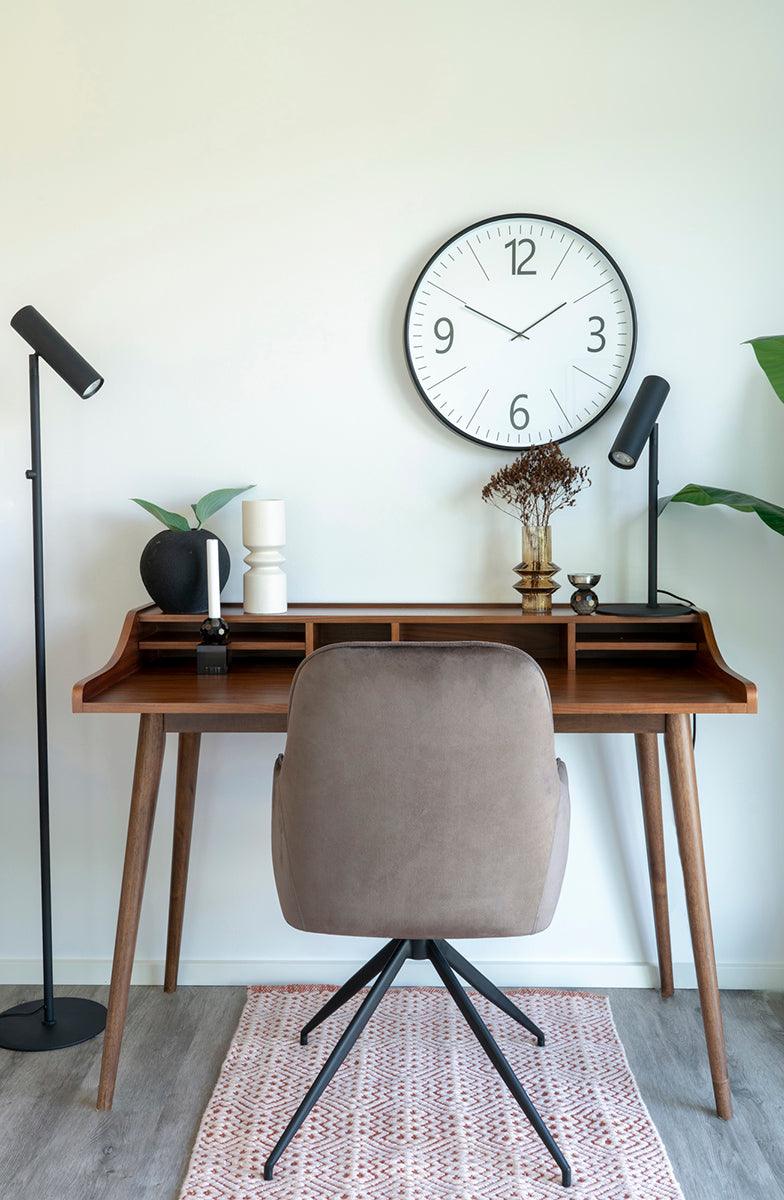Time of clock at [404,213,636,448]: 1:49
